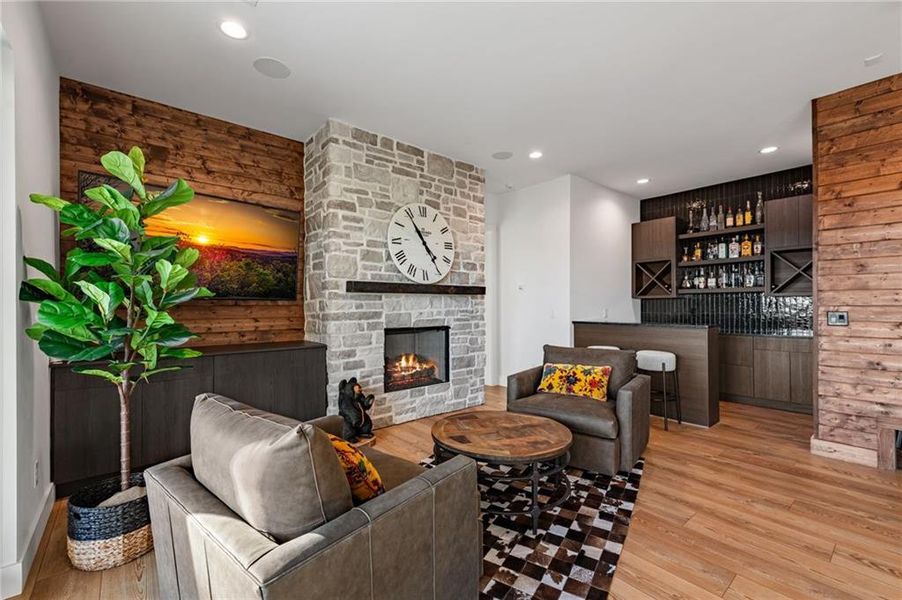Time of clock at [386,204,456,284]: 4:54
